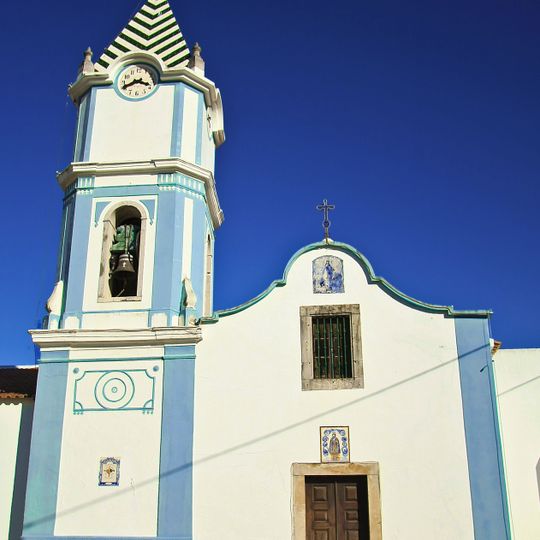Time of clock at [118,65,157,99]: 3:40
